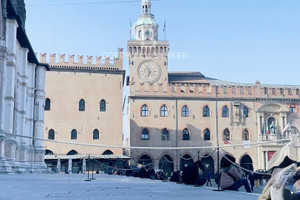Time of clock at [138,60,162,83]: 11:32
